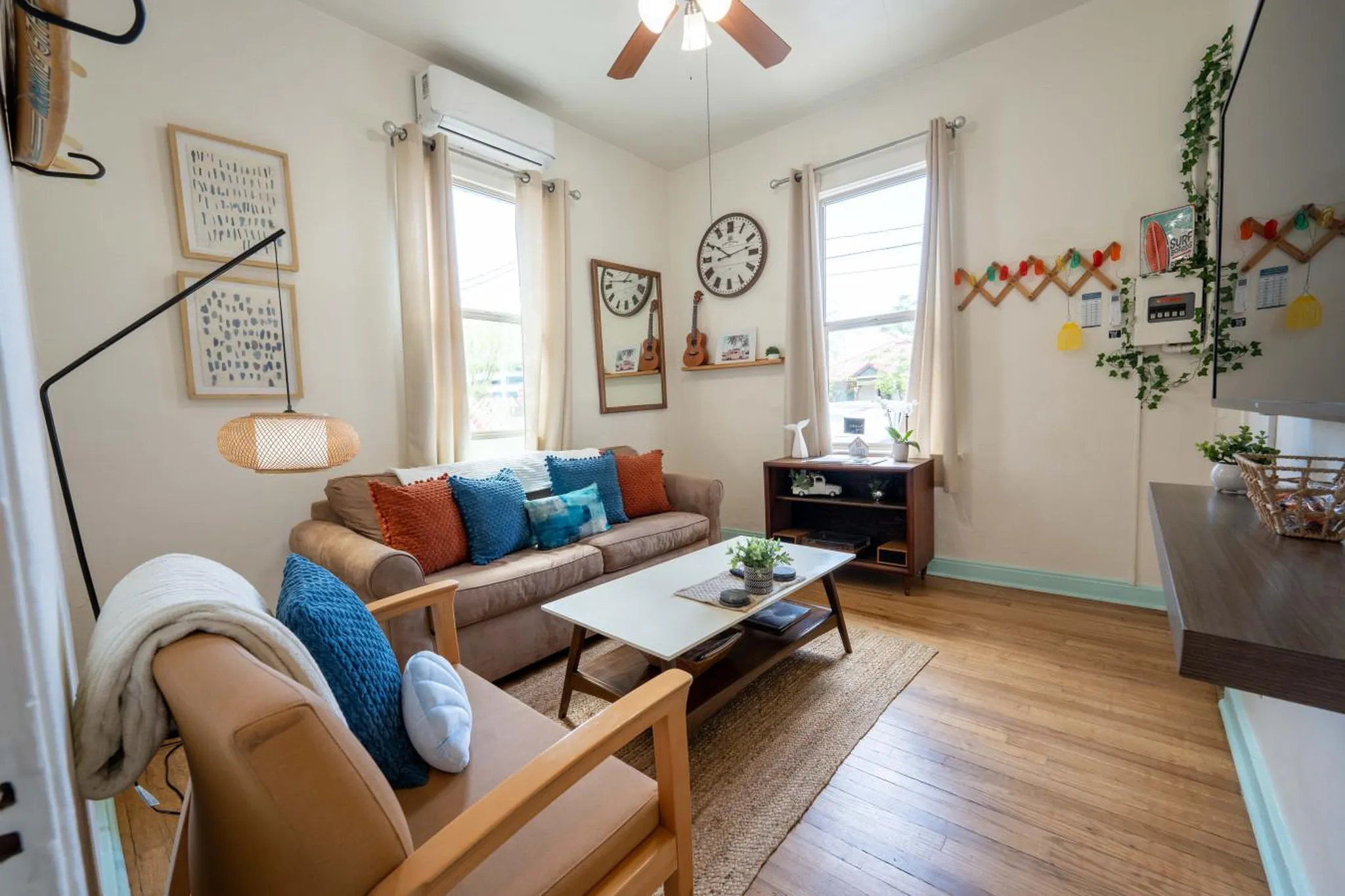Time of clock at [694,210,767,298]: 10:12
